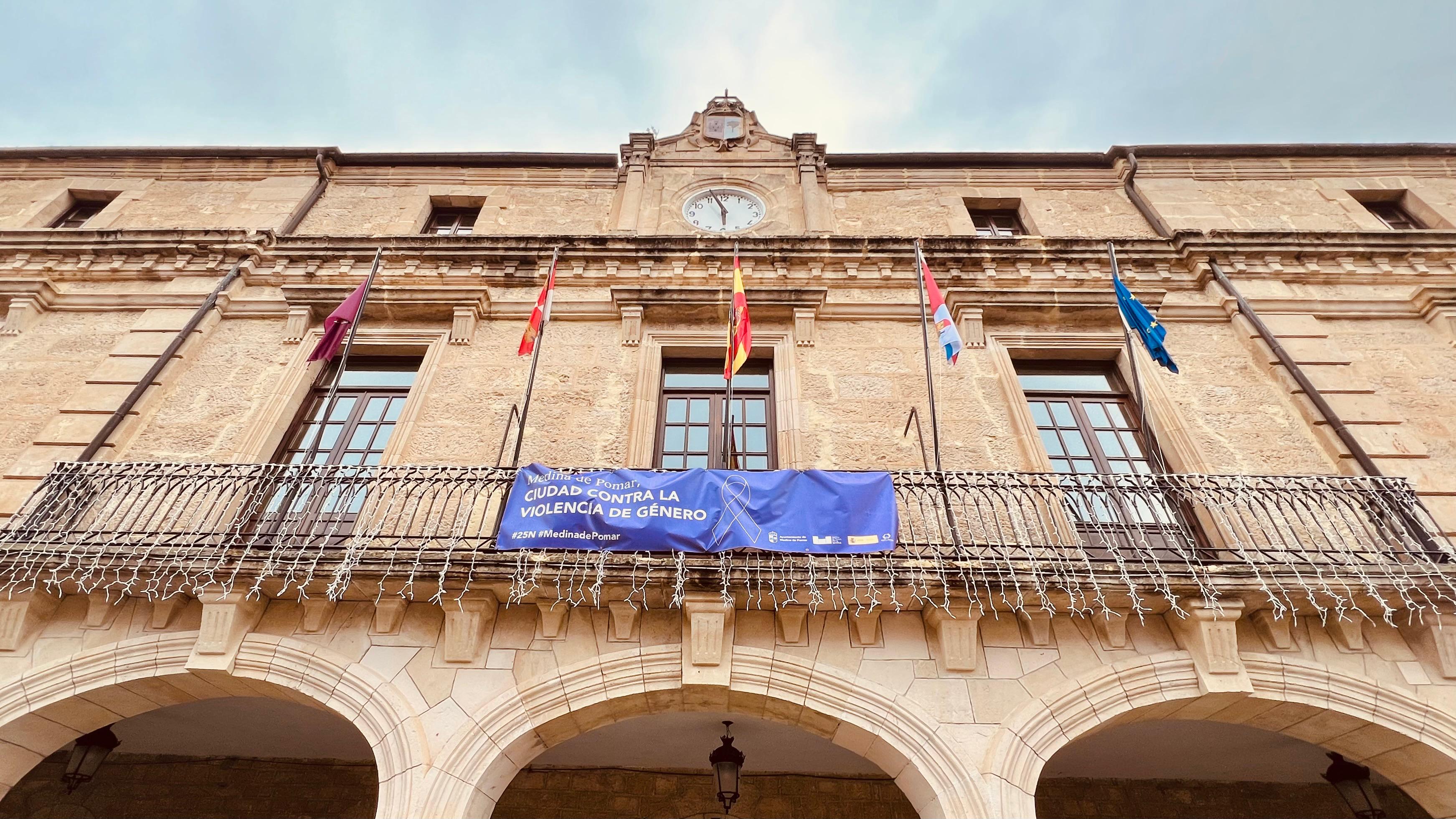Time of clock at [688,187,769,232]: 5:56
